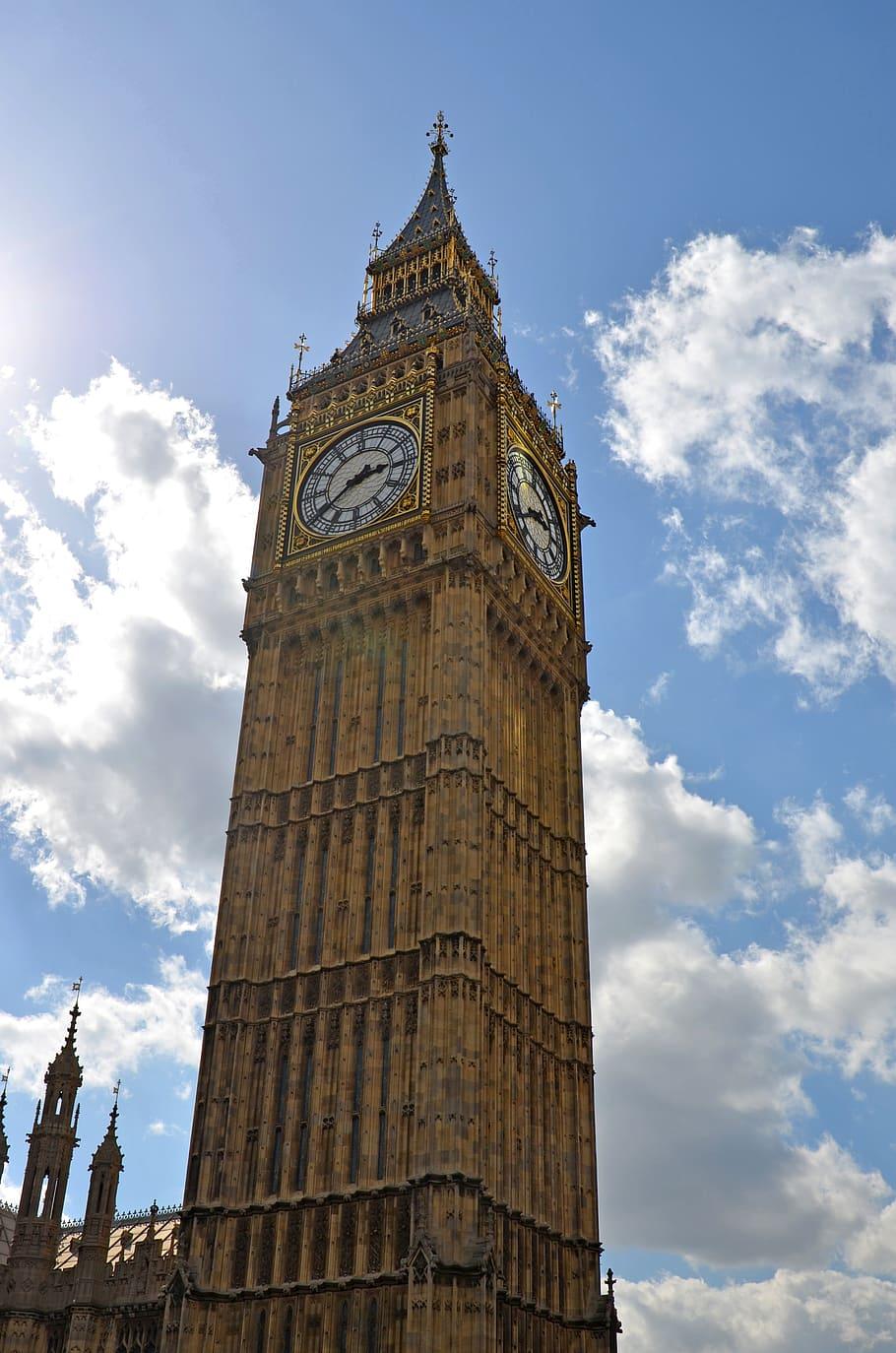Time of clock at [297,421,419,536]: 2:39
